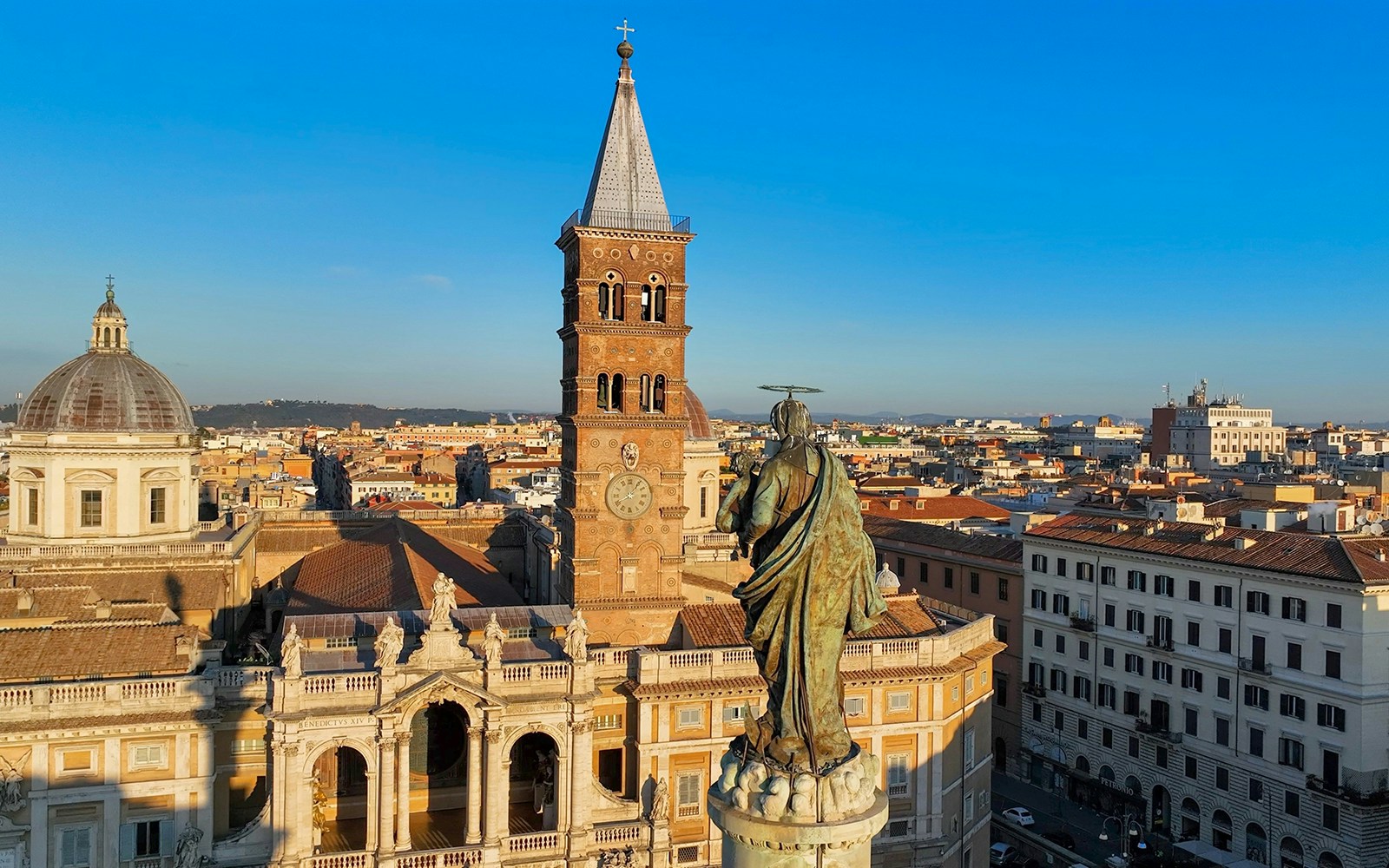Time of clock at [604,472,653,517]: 8:06
